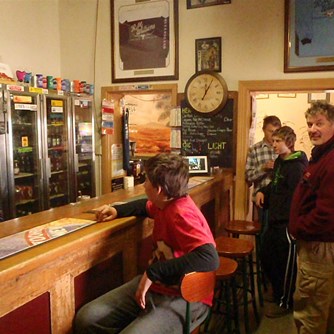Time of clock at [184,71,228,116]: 12:04
